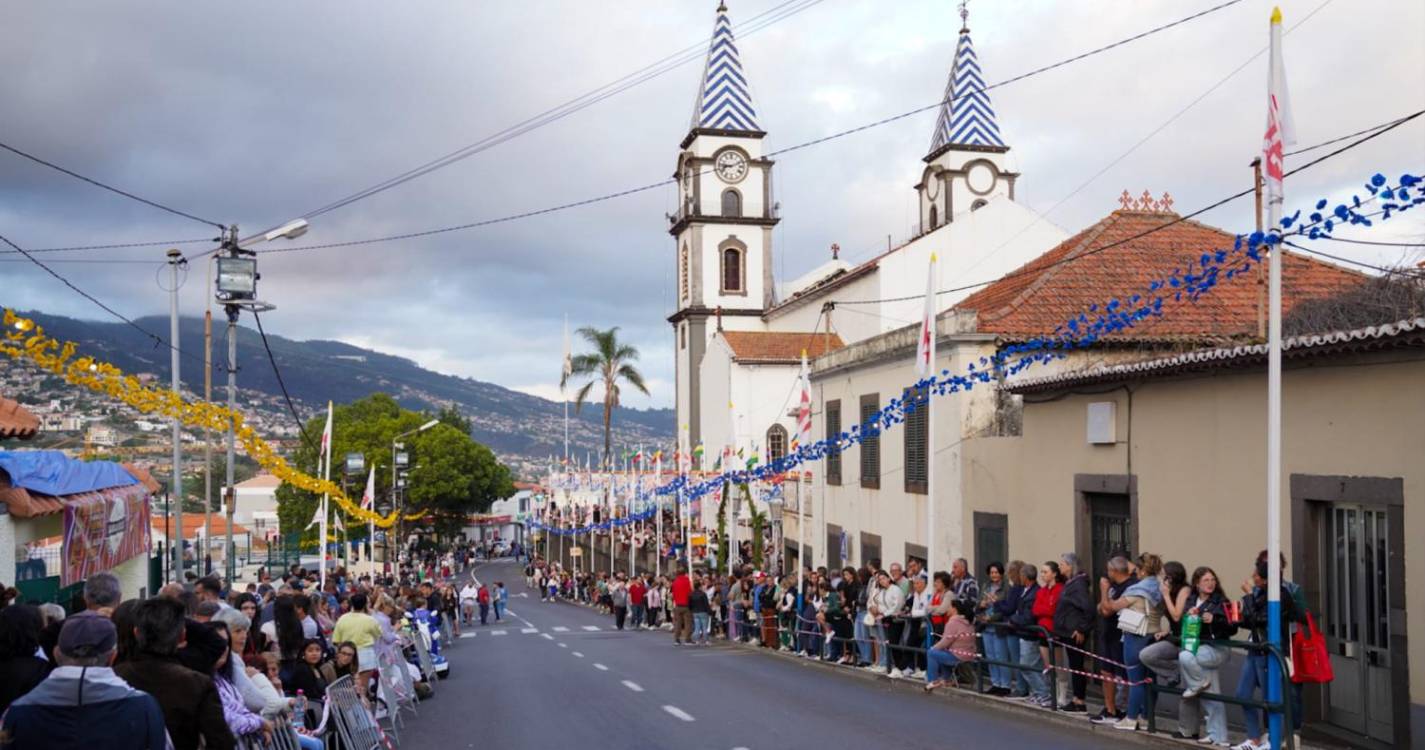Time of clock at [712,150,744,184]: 9:11
